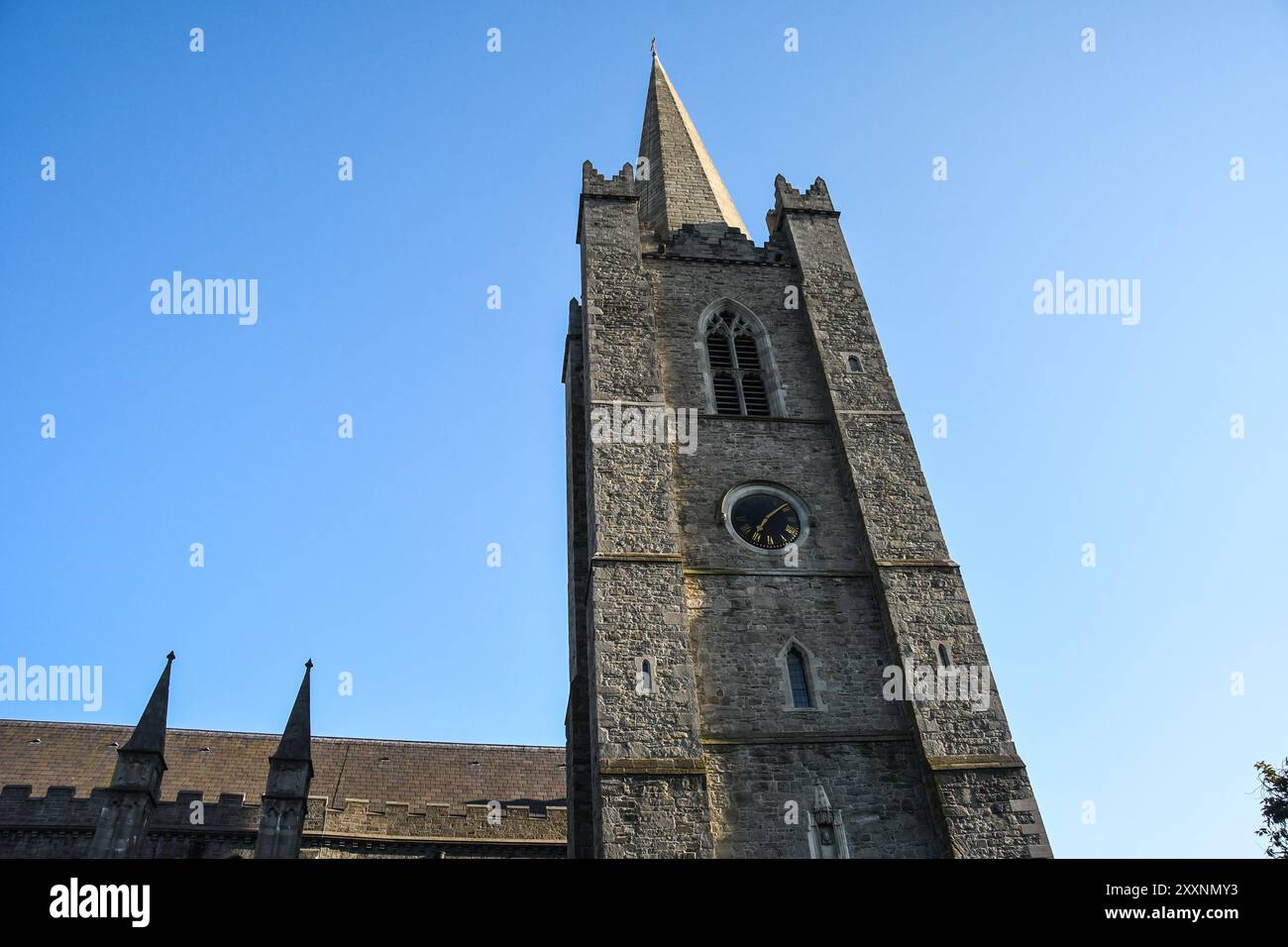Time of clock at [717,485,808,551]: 7:08
